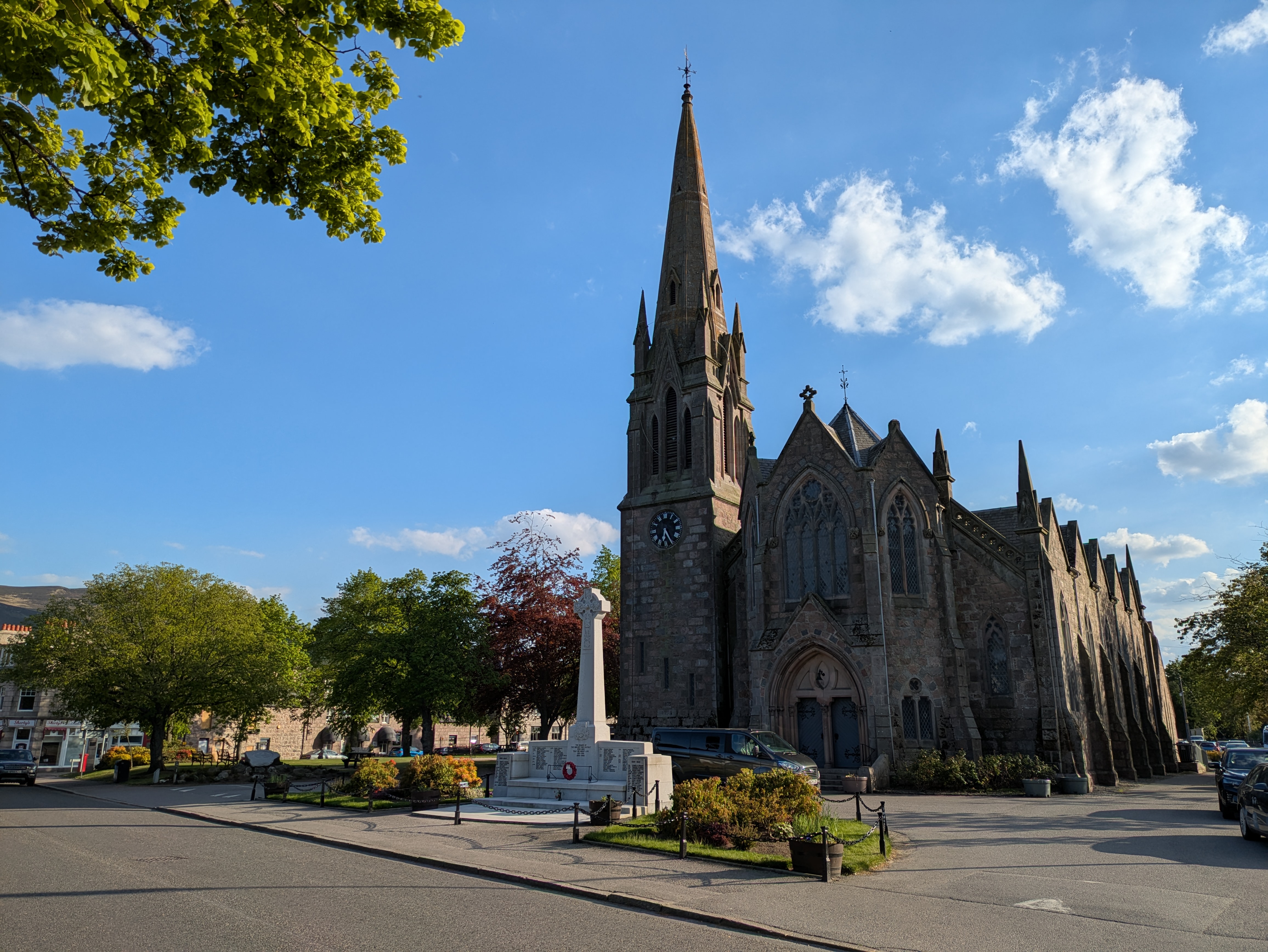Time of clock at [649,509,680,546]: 6:25
